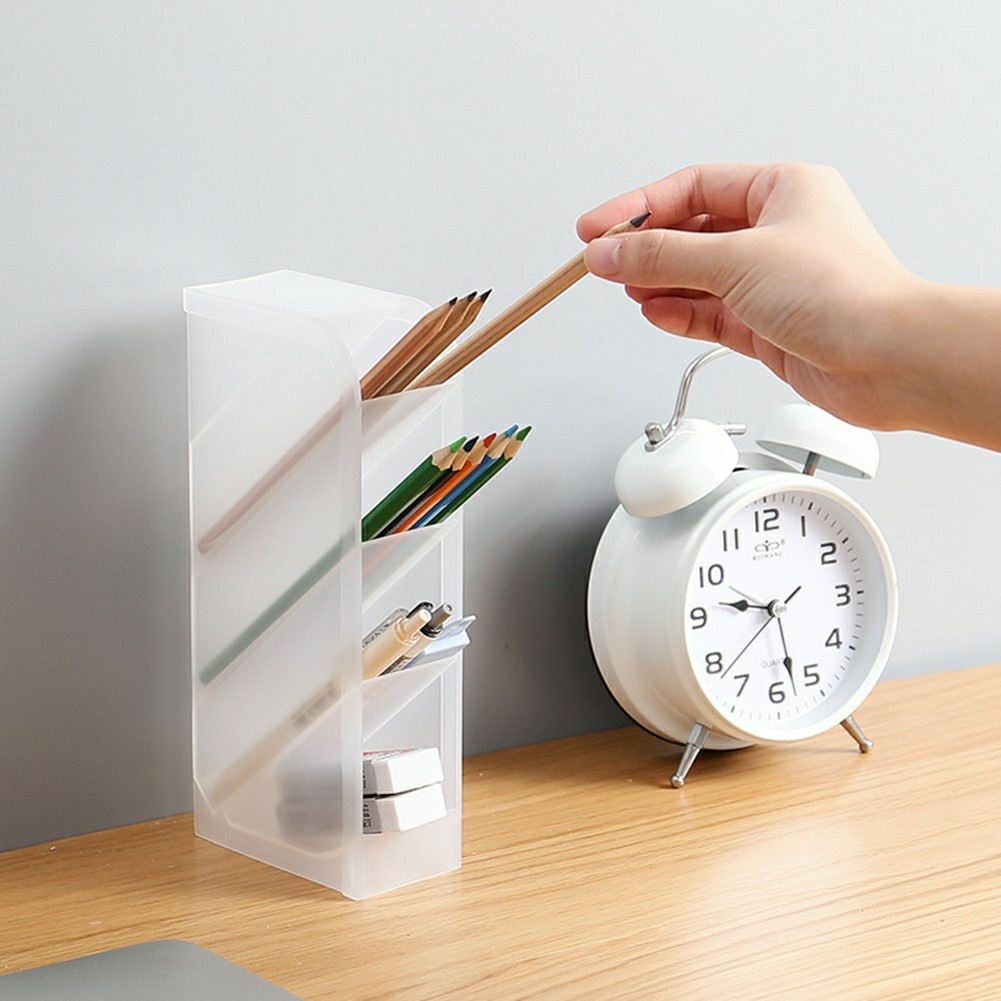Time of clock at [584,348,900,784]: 9:27
